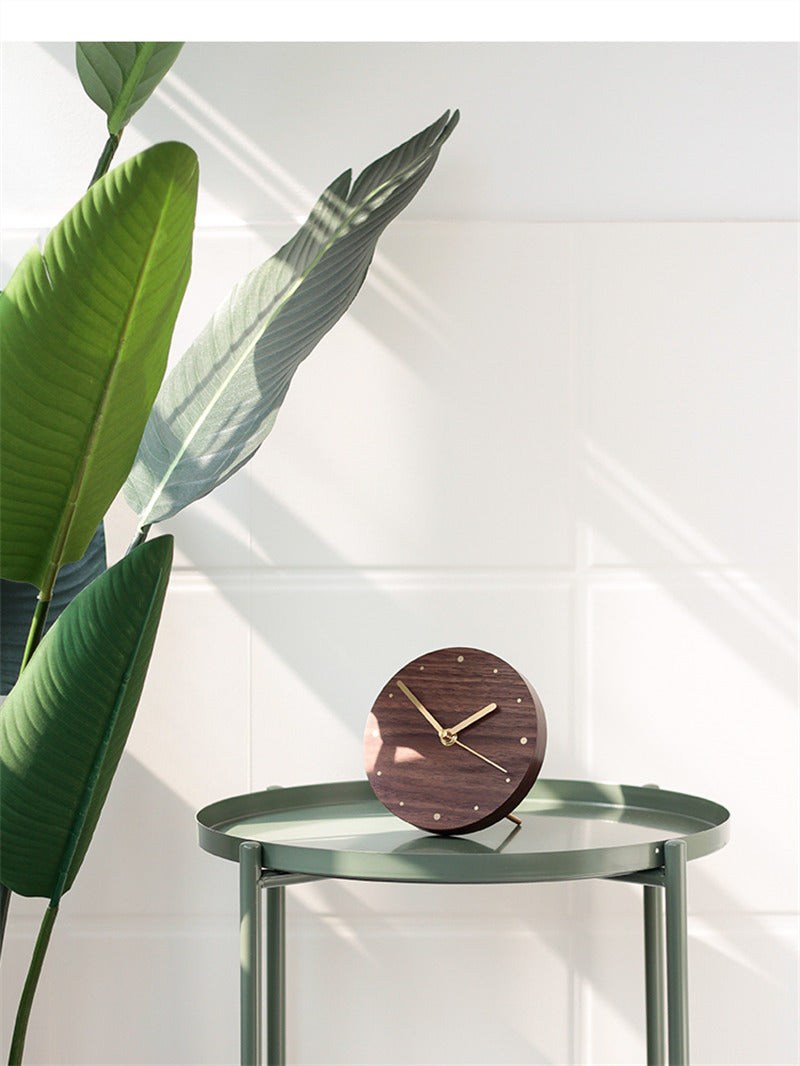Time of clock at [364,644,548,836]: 1:52
